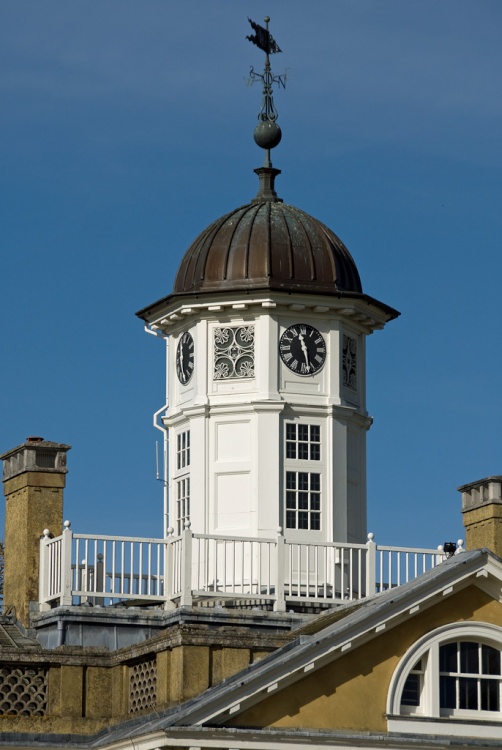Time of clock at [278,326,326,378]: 11:28
